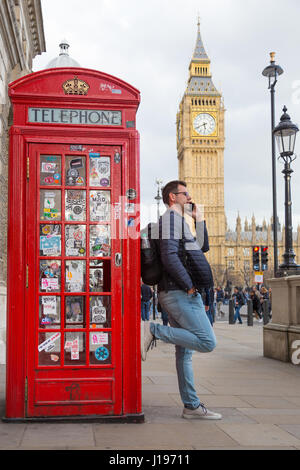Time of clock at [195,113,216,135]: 5:40
